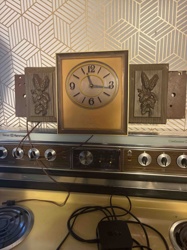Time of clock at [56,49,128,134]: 11:16
